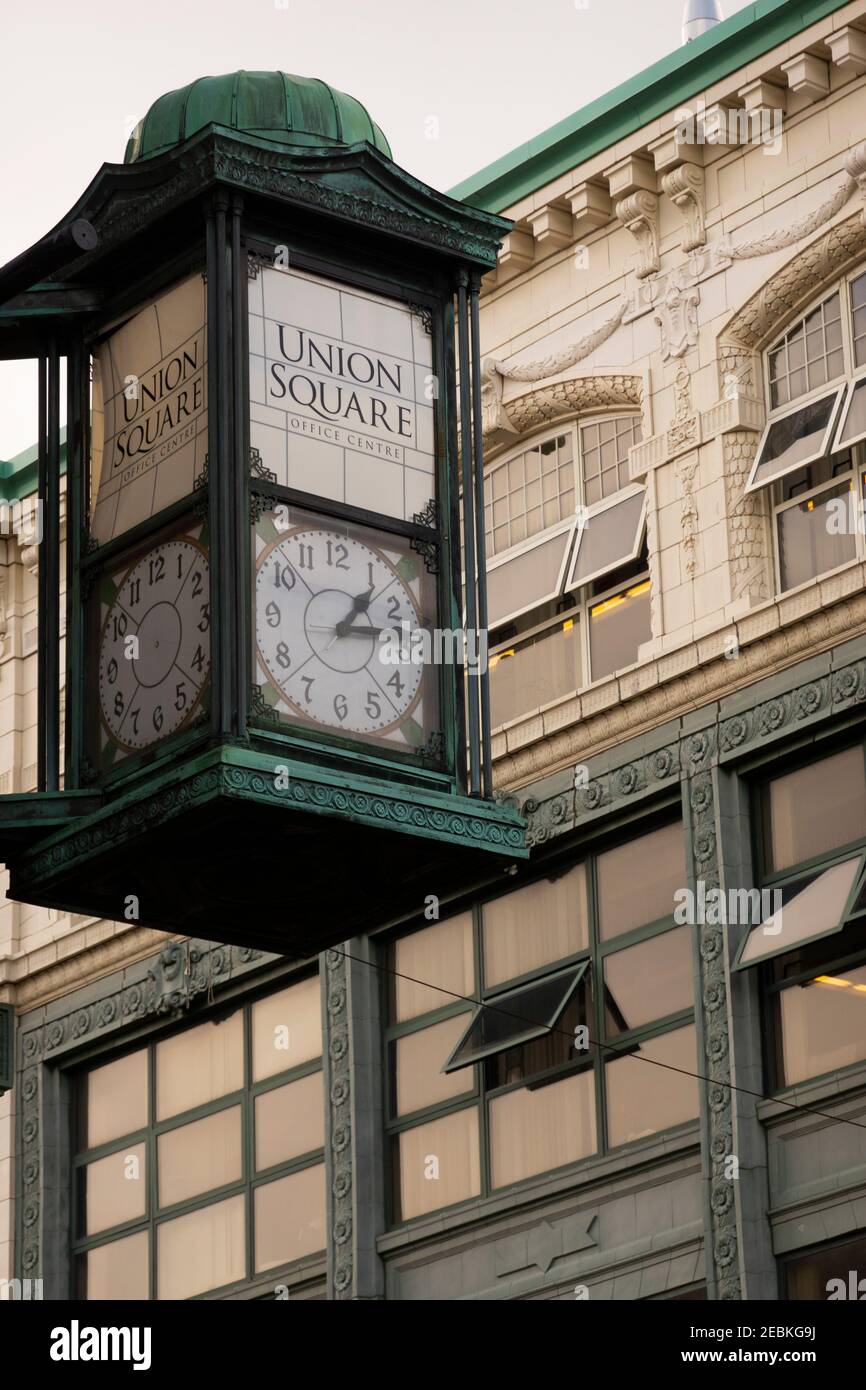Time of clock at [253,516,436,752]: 1:13
